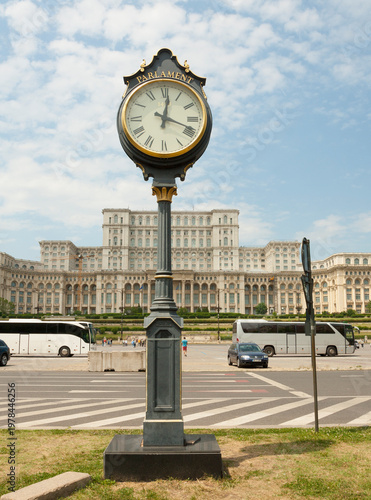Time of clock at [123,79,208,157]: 12:18
